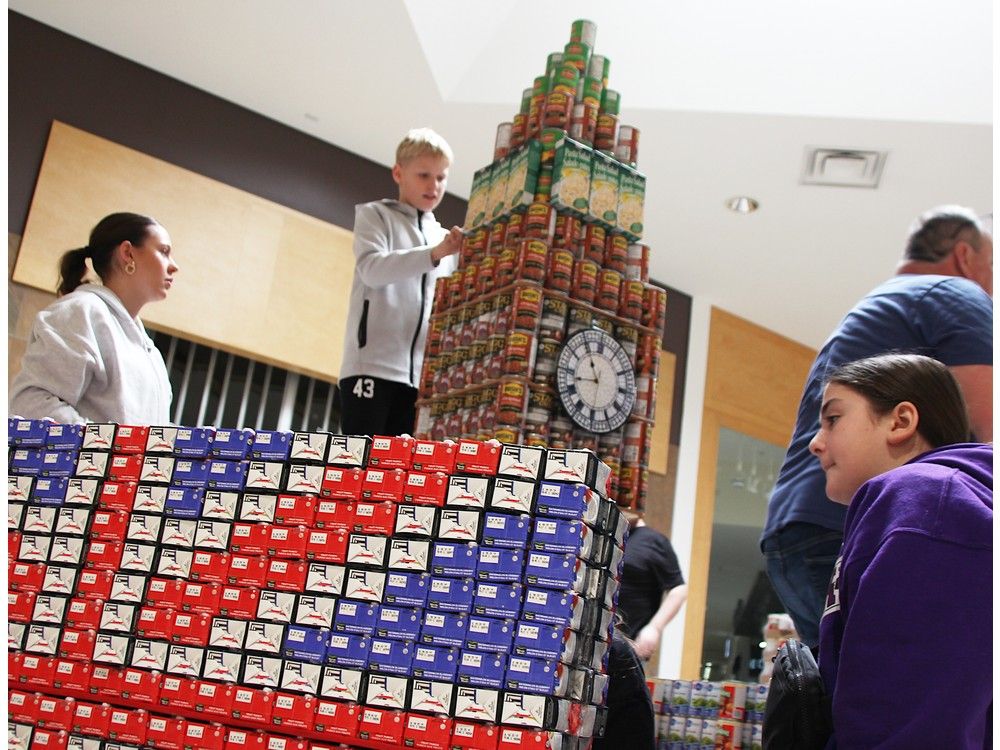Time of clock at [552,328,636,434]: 10:42
